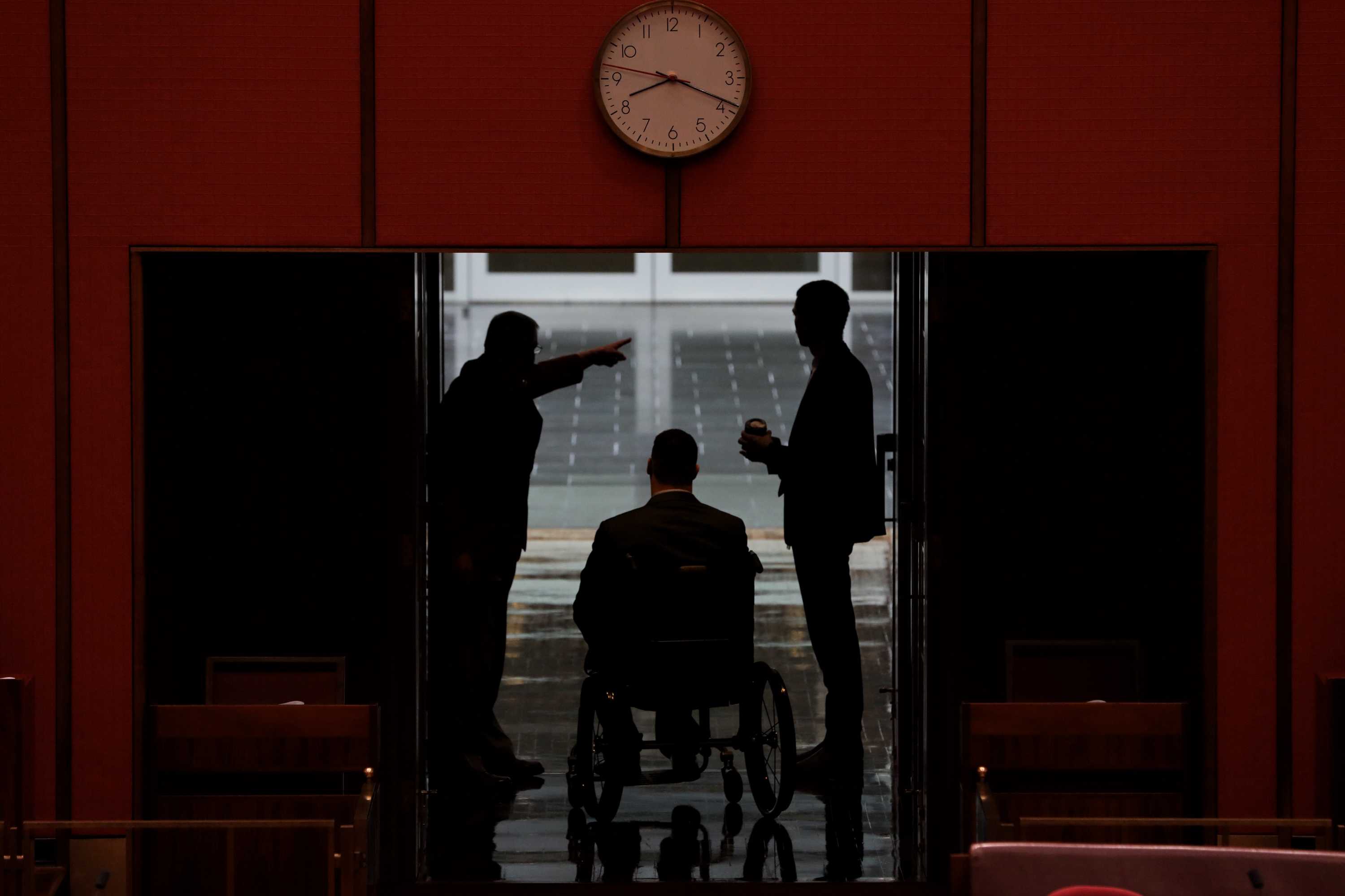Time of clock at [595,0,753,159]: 8:18
